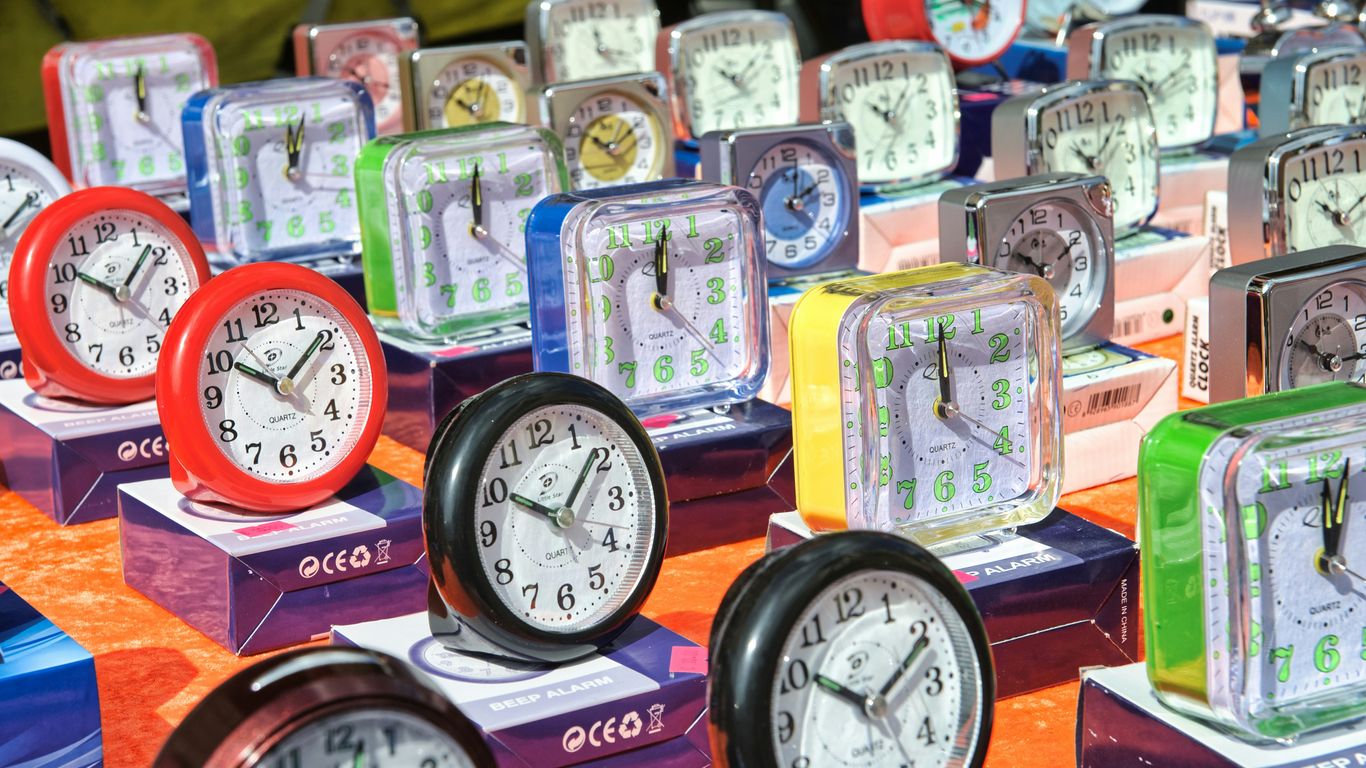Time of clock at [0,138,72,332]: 10:07
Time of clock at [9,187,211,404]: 10:07
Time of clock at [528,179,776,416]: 12:01
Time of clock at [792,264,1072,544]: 12:00
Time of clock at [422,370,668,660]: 10:07
